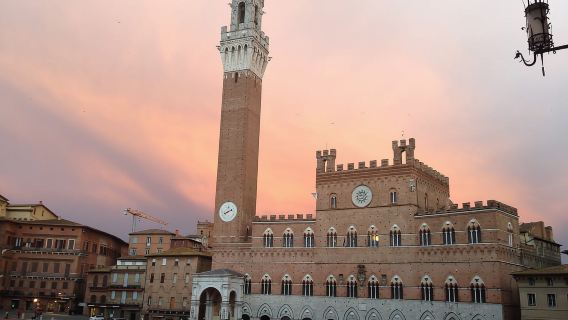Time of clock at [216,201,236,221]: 8:11
